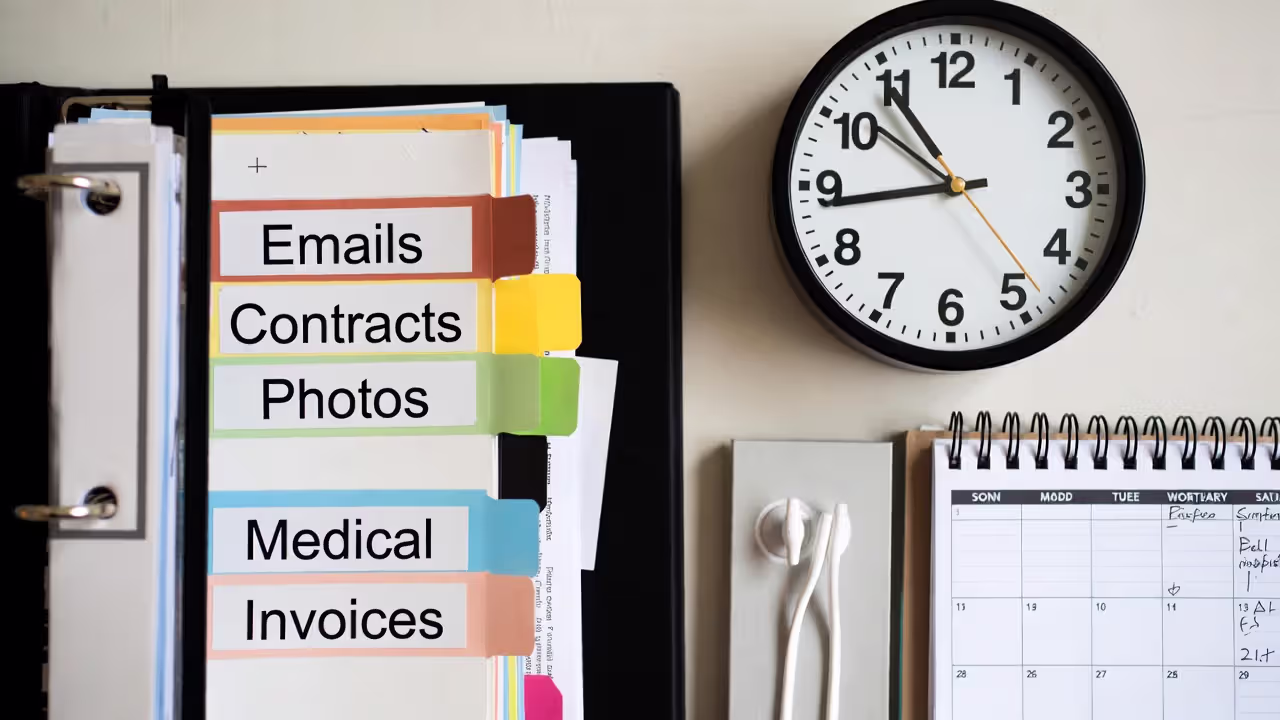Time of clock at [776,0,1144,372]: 10:43
